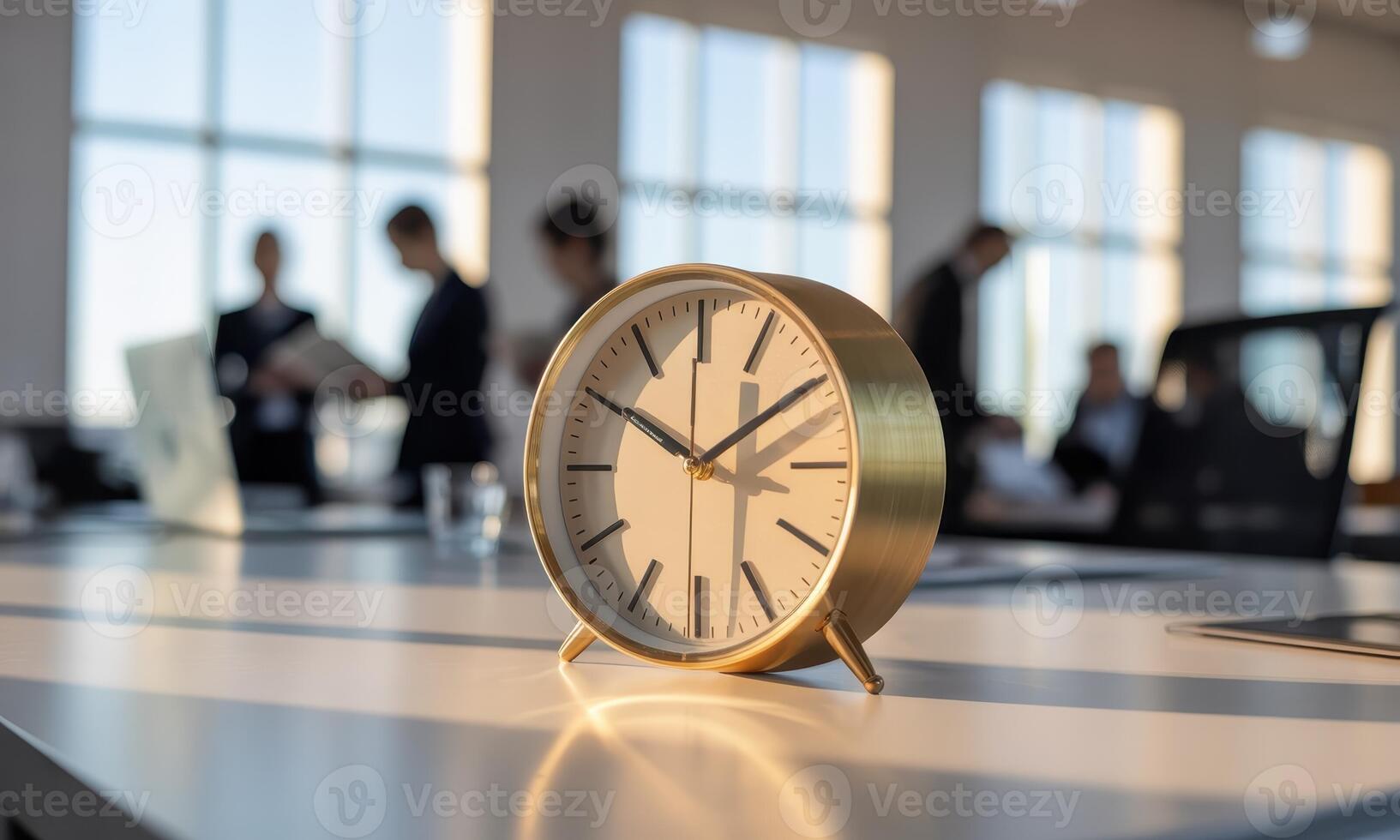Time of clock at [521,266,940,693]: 1:50
